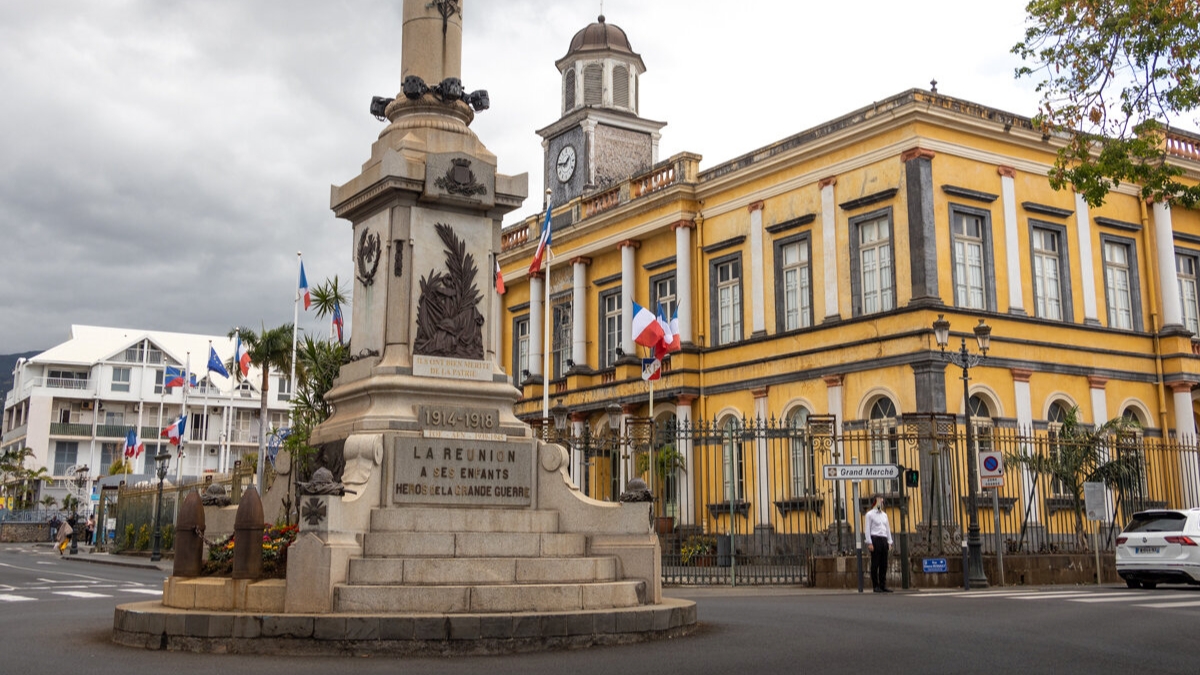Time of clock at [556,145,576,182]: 1:46
